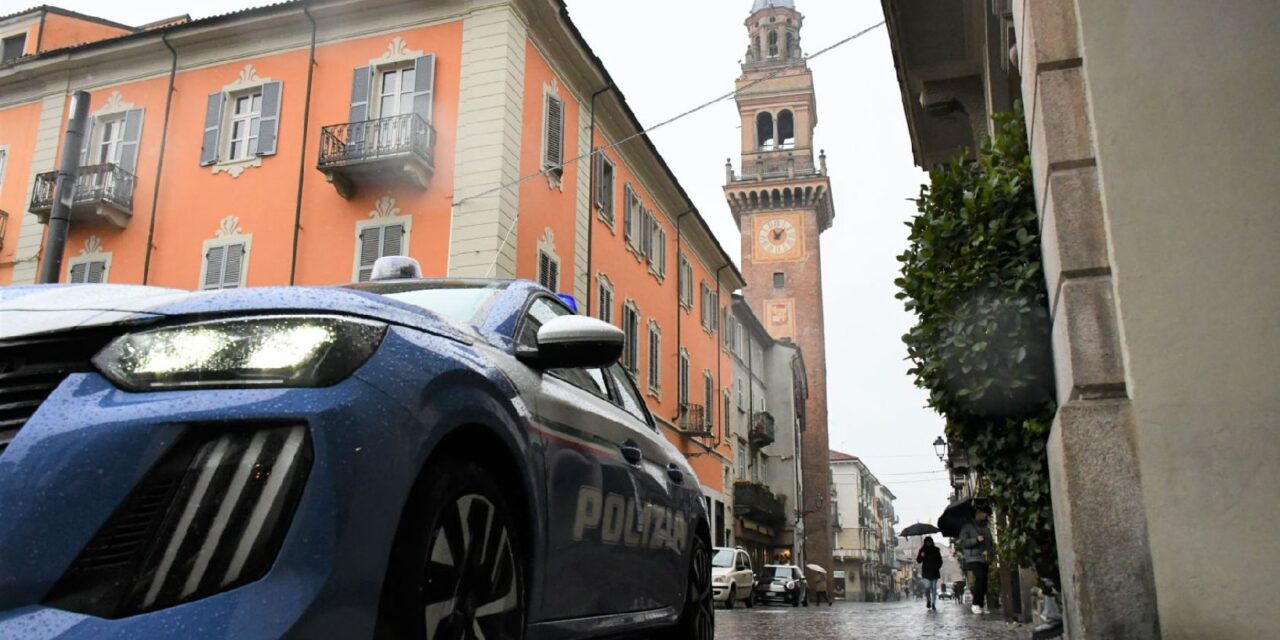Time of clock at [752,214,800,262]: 11:07
